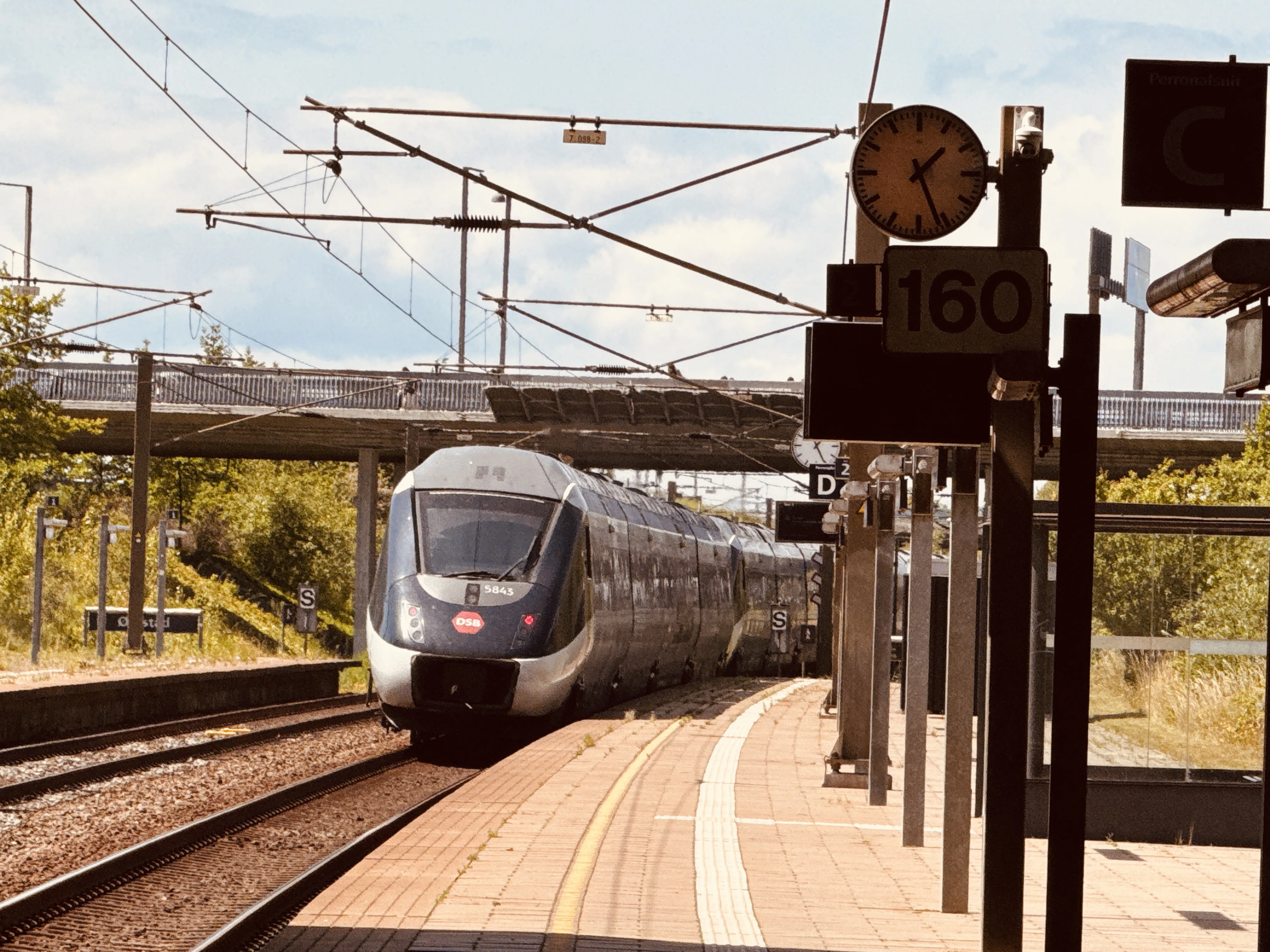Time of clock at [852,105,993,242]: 1:26
